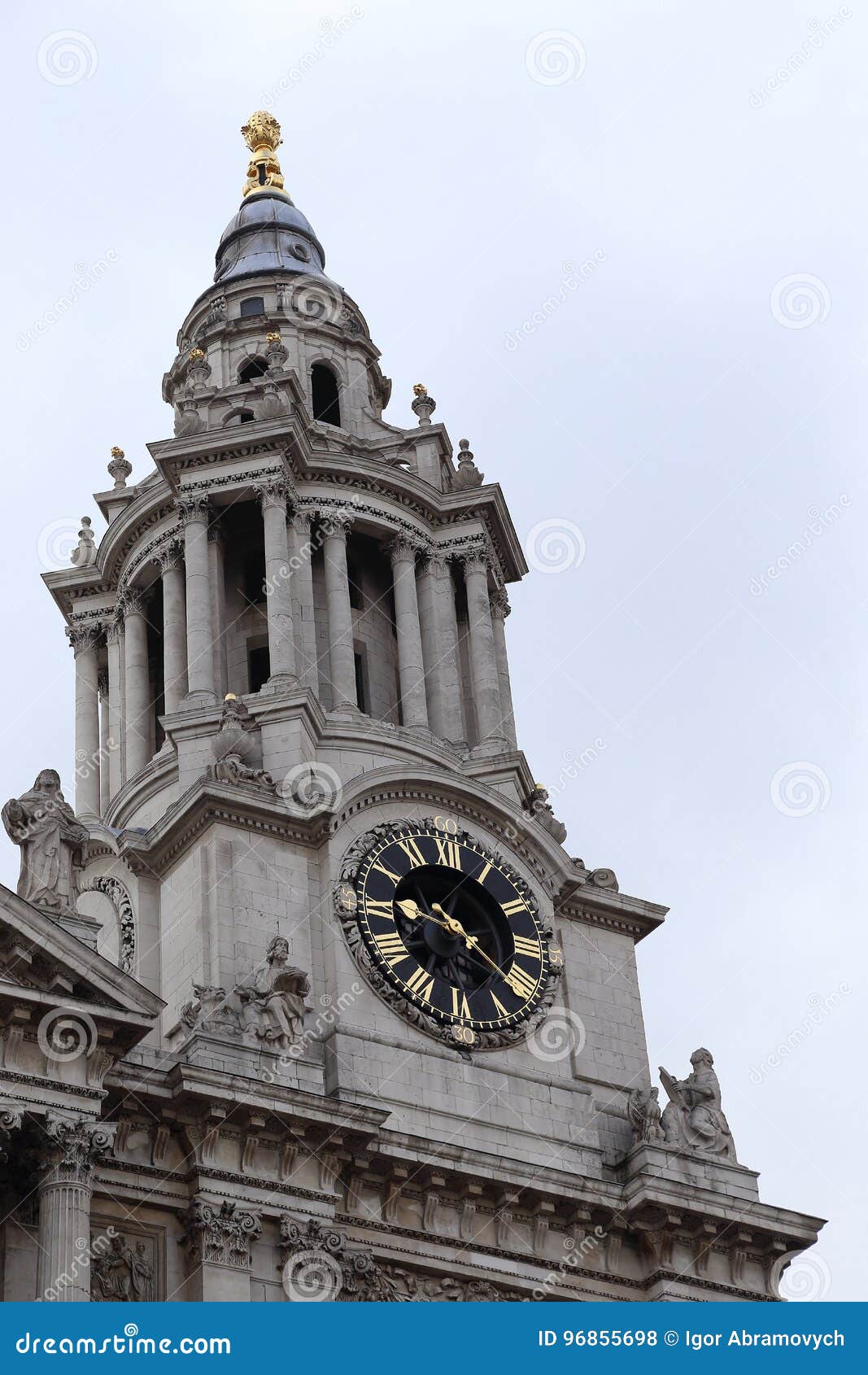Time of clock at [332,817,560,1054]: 9:21
